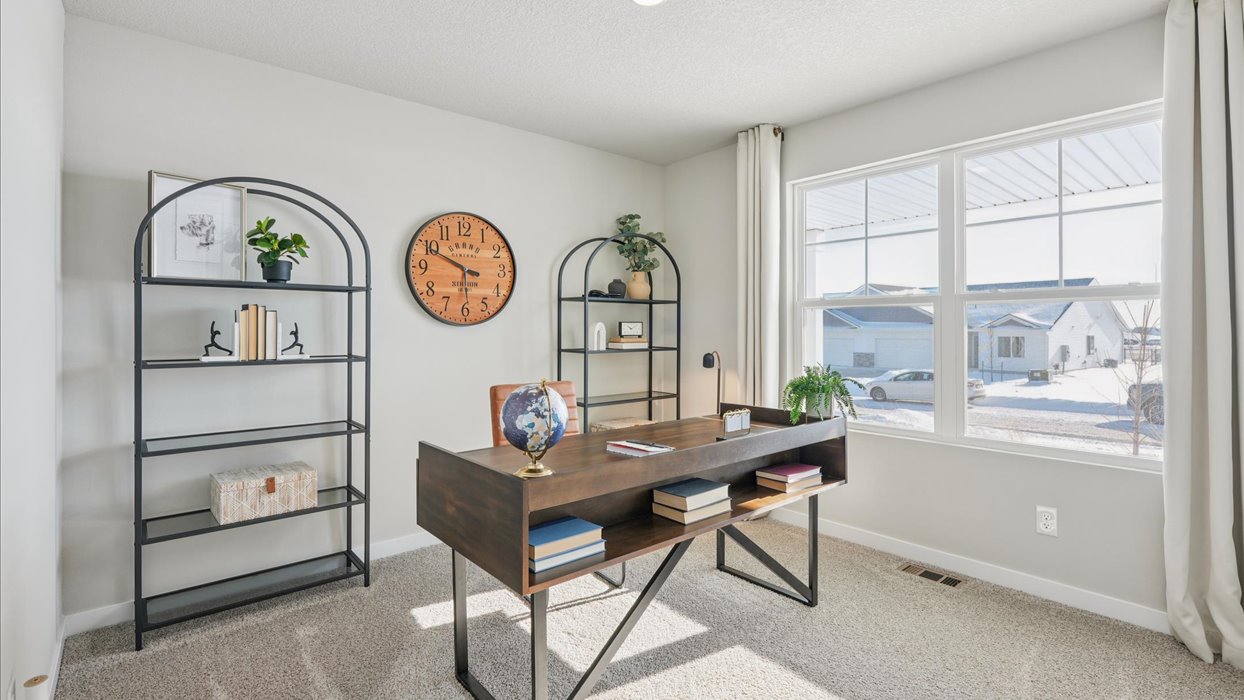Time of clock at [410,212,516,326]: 5:49
